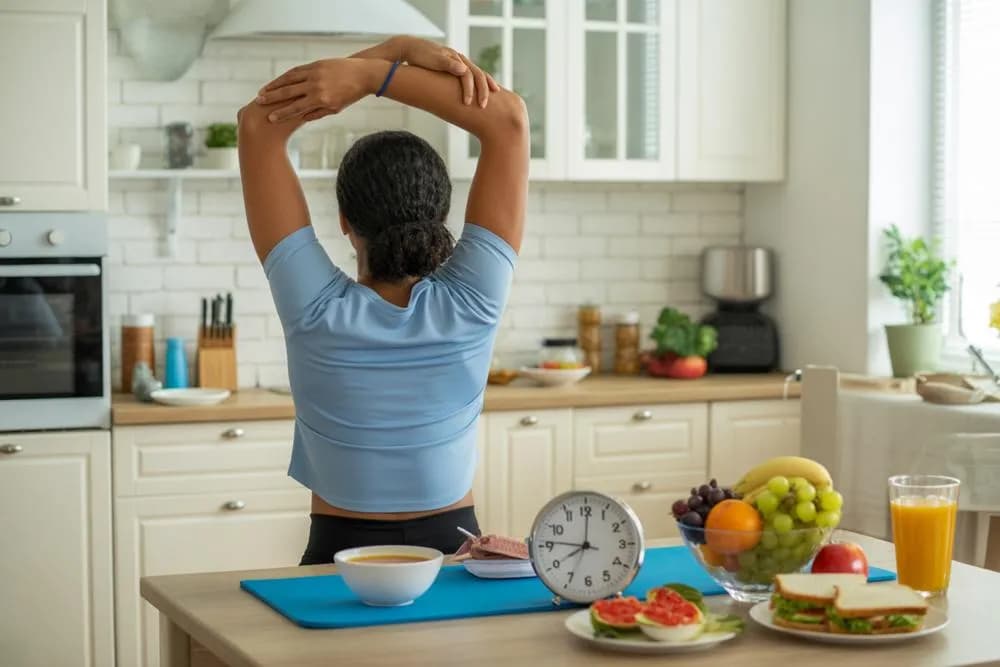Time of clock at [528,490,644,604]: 8:00
